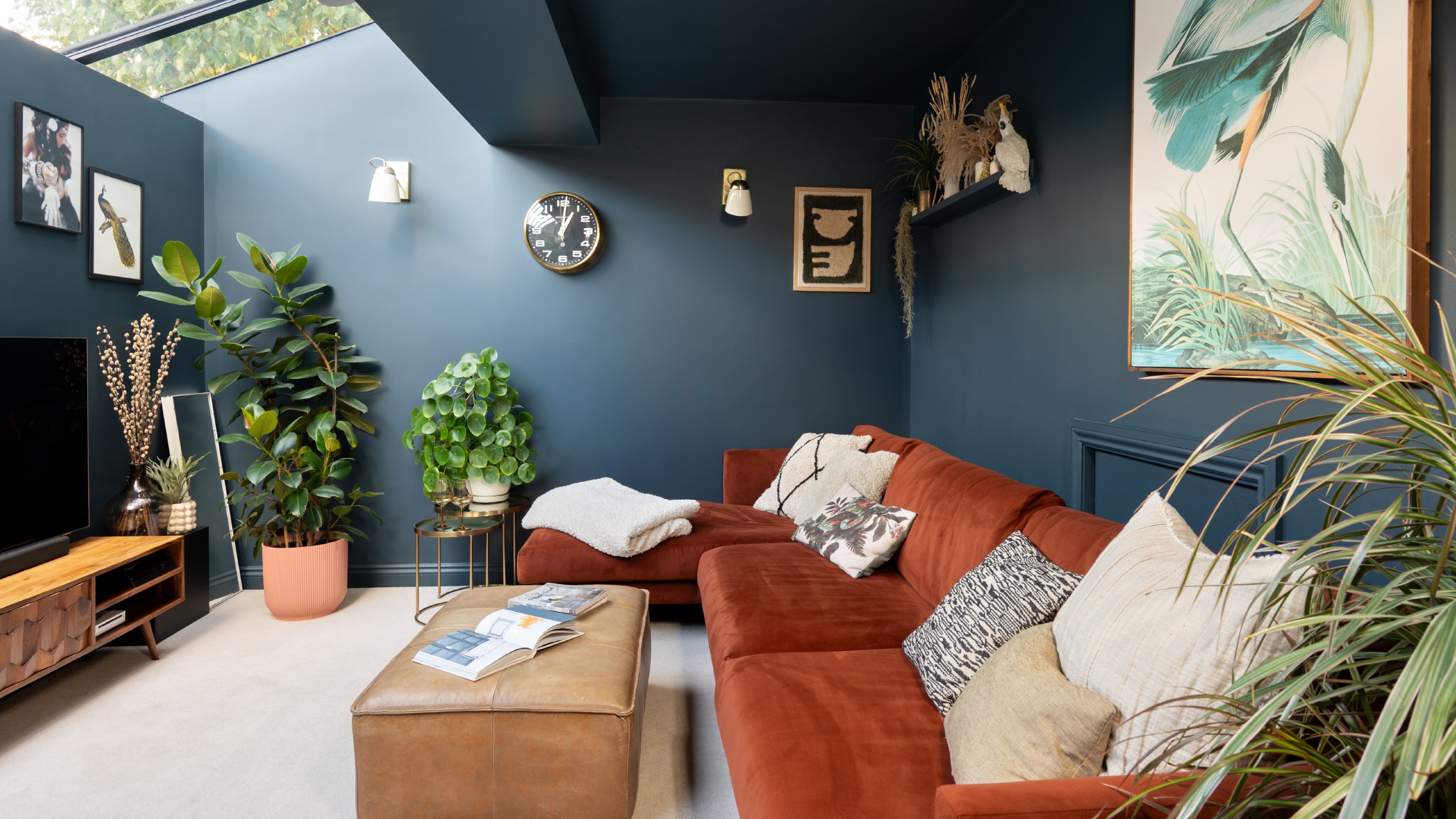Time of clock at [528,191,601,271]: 1:00
